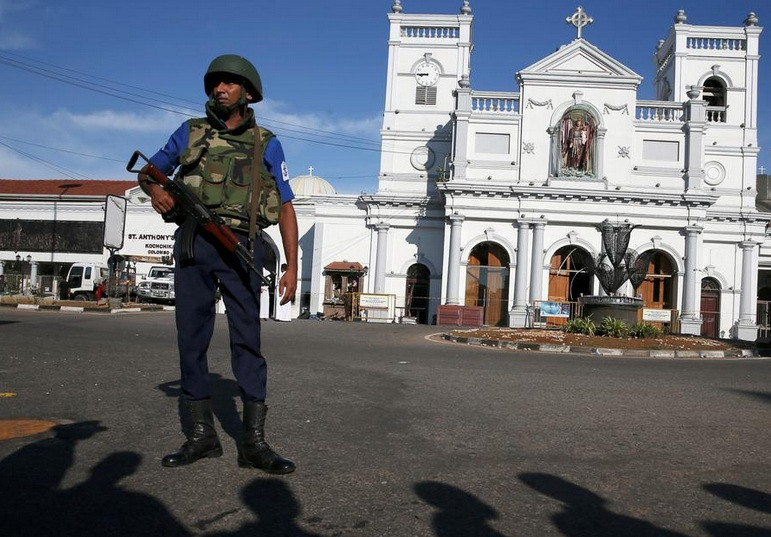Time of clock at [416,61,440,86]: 8:45
